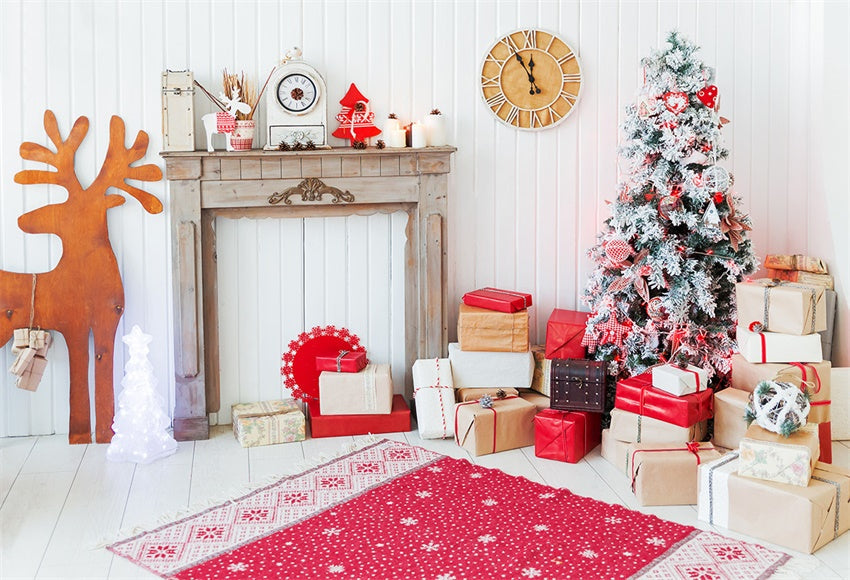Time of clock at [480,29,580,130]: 11:55
